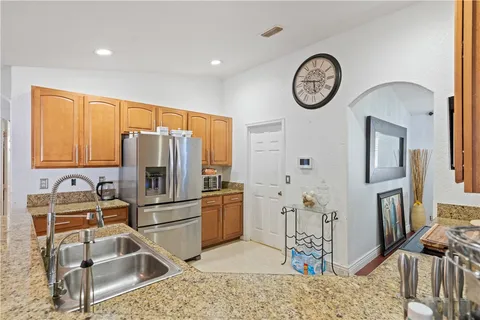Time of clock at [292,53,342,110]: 5:46
